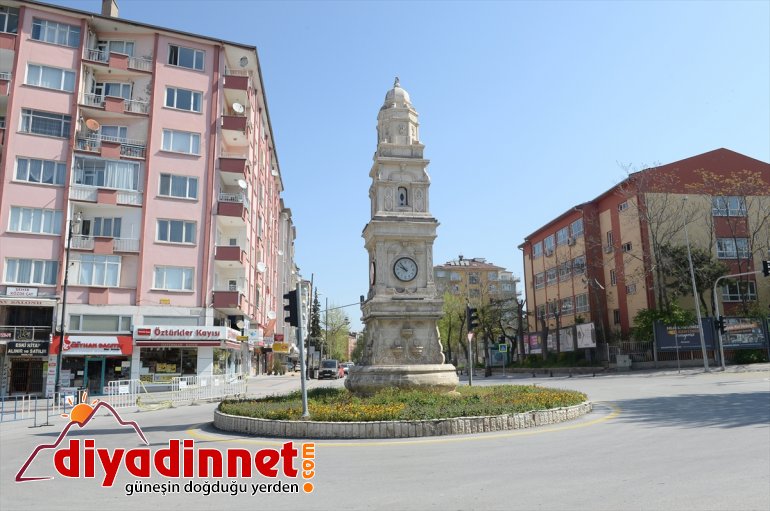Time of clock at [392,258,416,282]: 9:53
